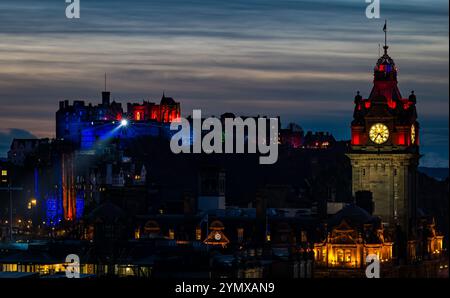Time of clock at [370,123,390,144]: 4:36
